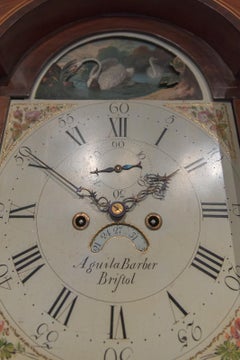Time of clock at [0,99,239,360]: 1:50
